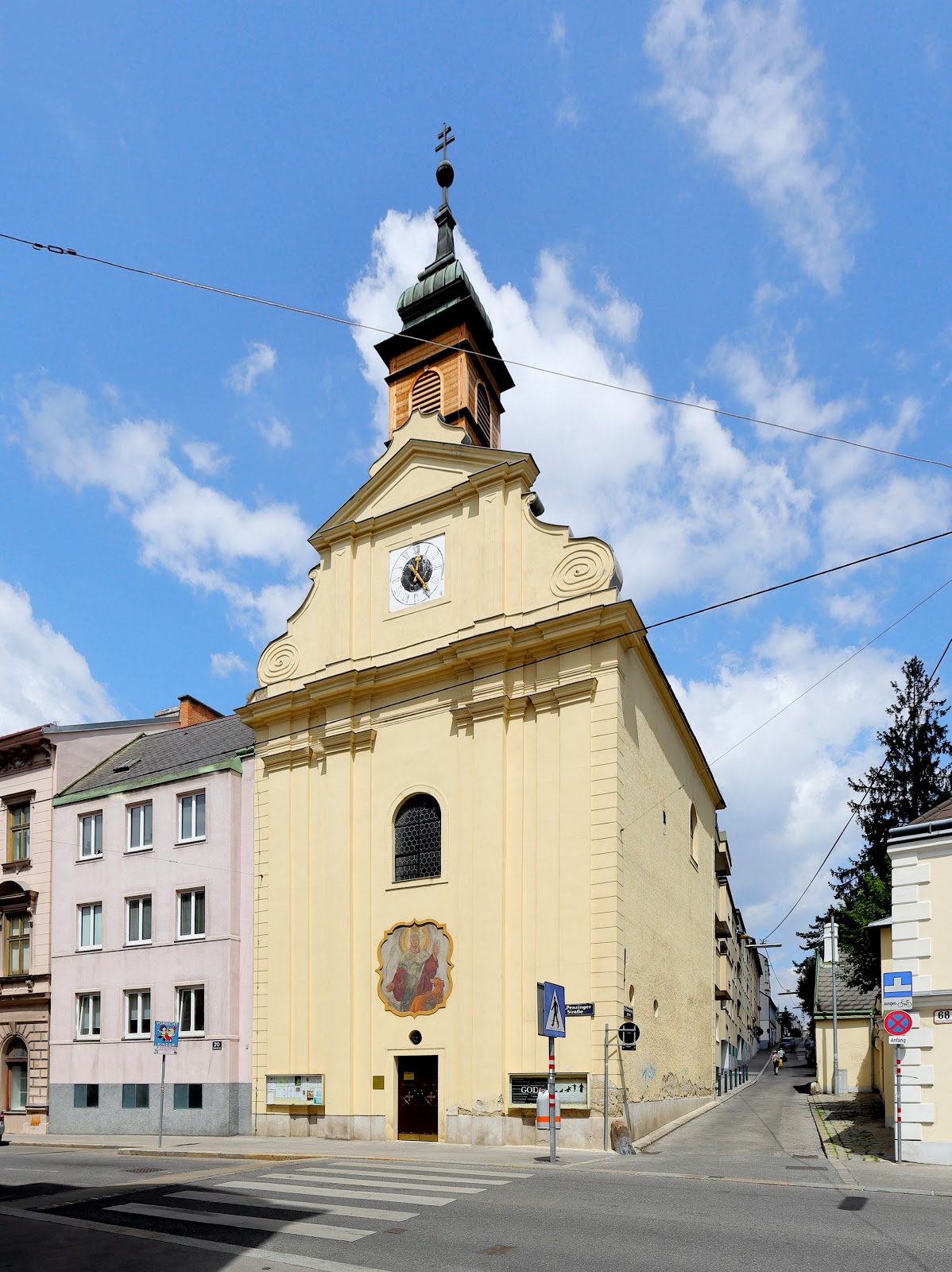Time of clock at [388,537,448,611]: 12:24
